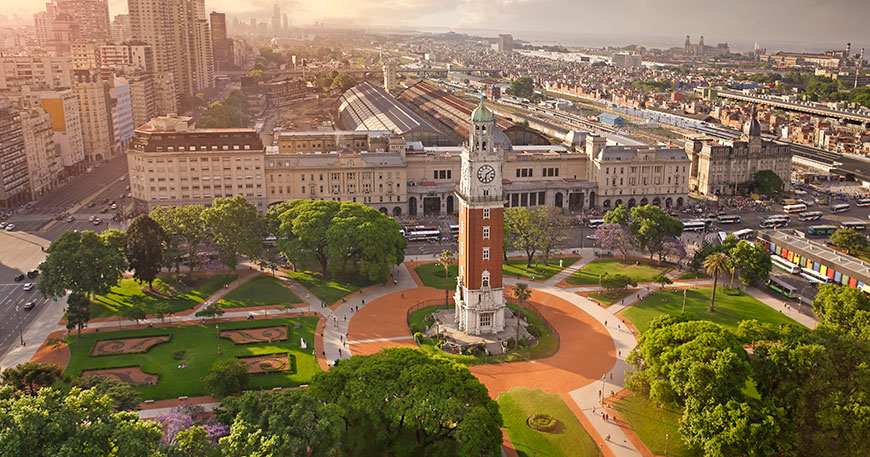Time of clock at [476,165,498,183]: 6:10
